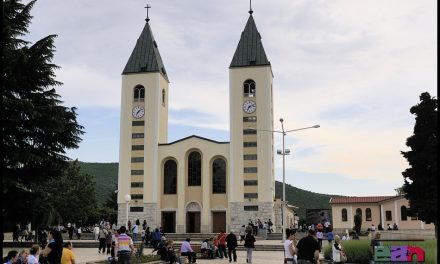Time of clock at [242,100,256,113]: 7:11
